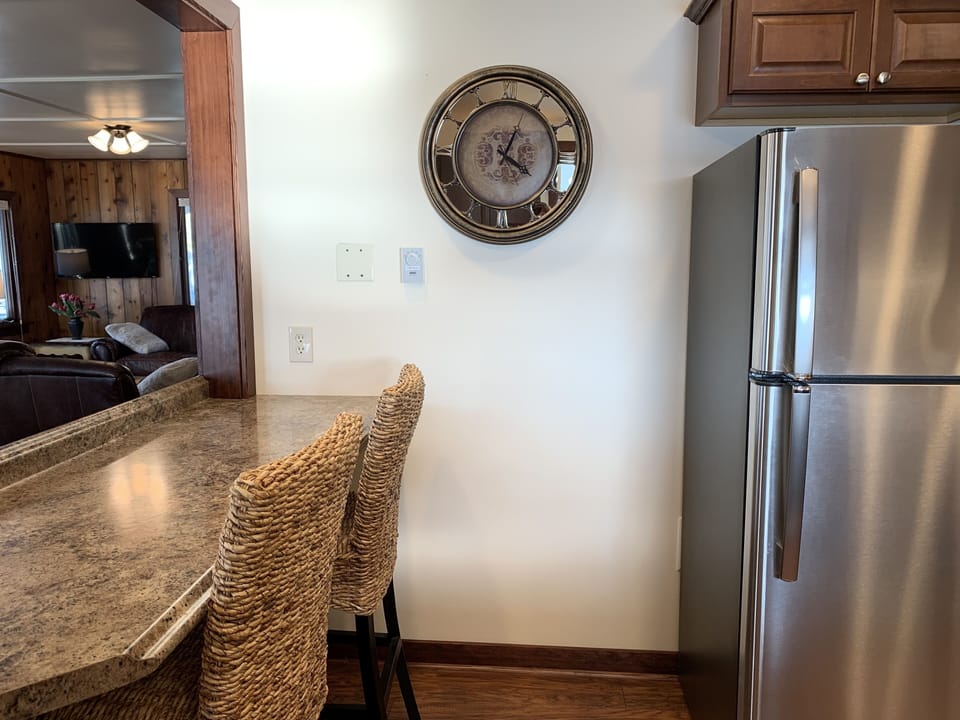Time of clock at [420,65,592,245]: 4:03
